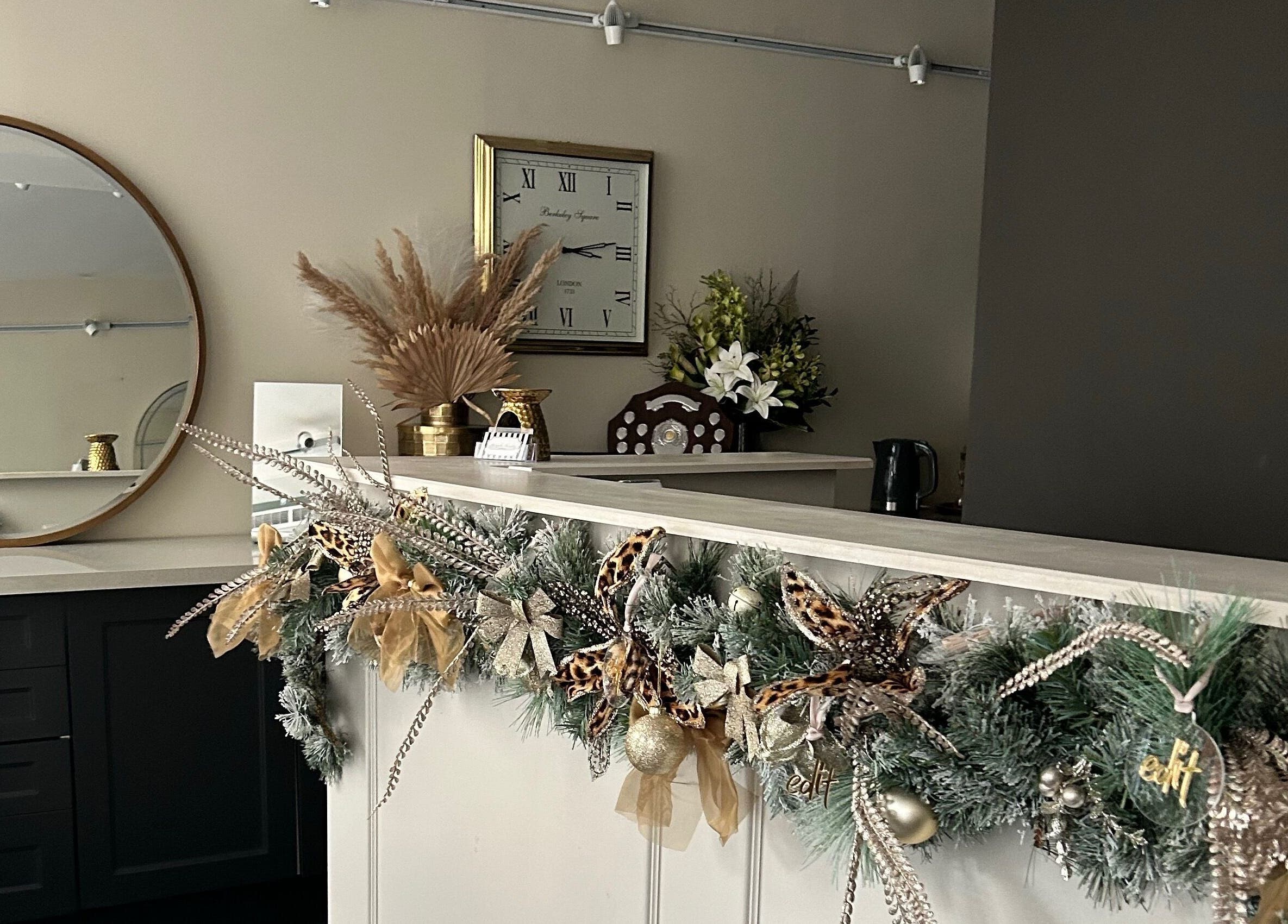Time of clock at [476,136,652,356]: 3:13
